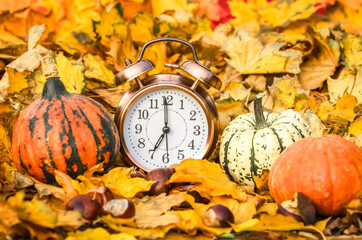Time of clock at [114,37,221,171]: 6:59
